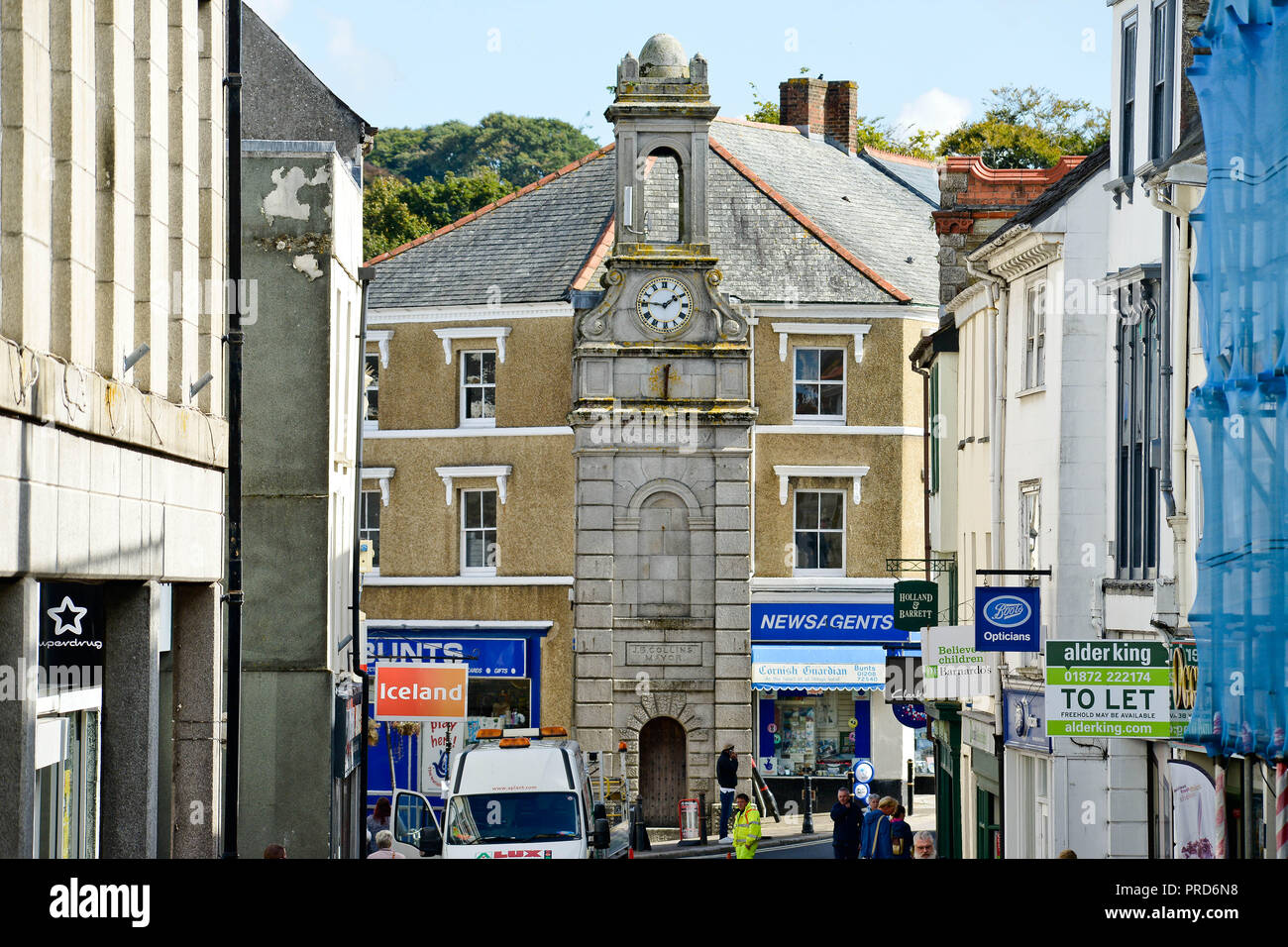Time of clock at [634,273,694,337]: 1:46
